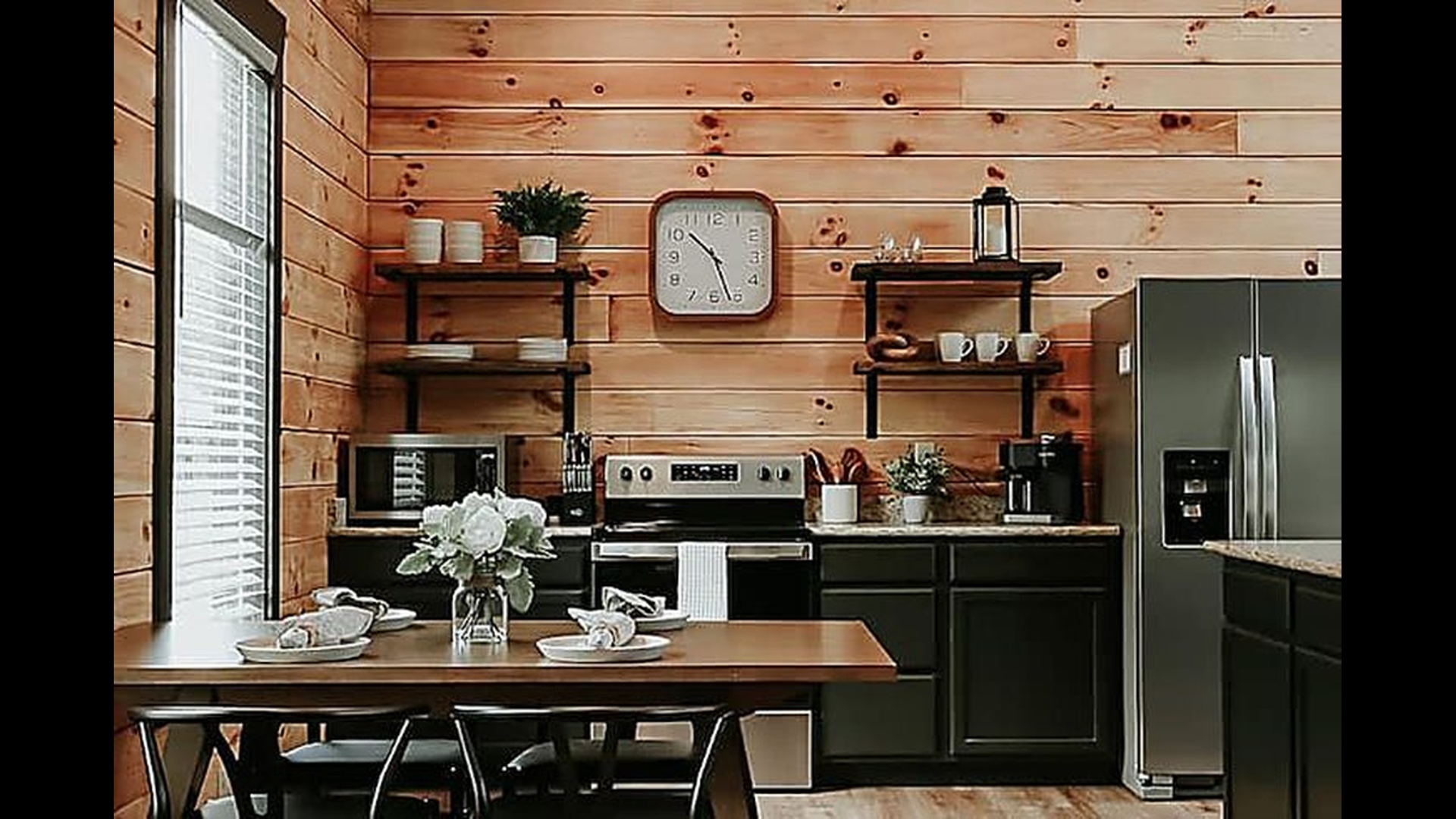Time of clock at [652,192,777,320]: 10:26
